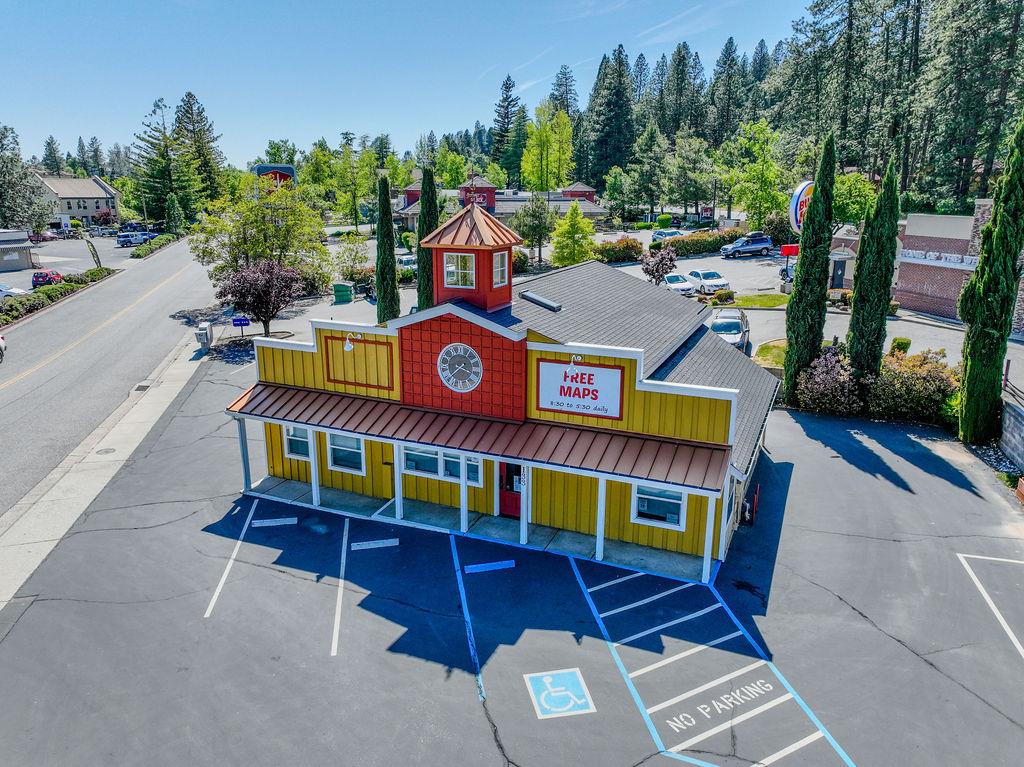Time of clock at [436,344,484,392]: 3:38
